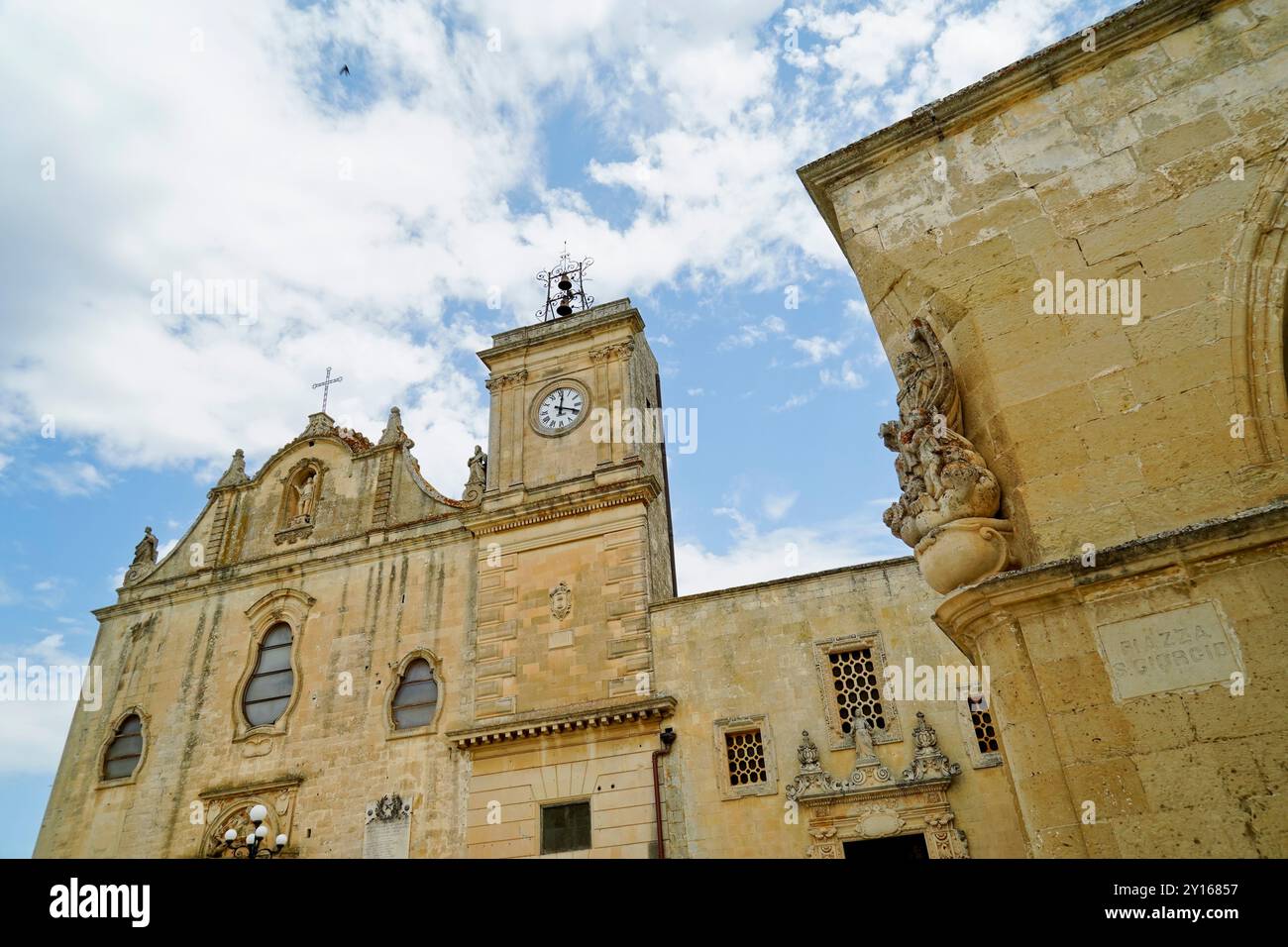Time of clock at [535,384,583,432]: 12:18
